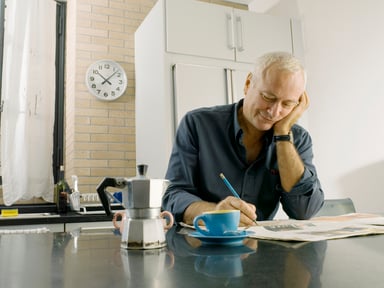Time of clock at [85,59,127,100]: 10:07
